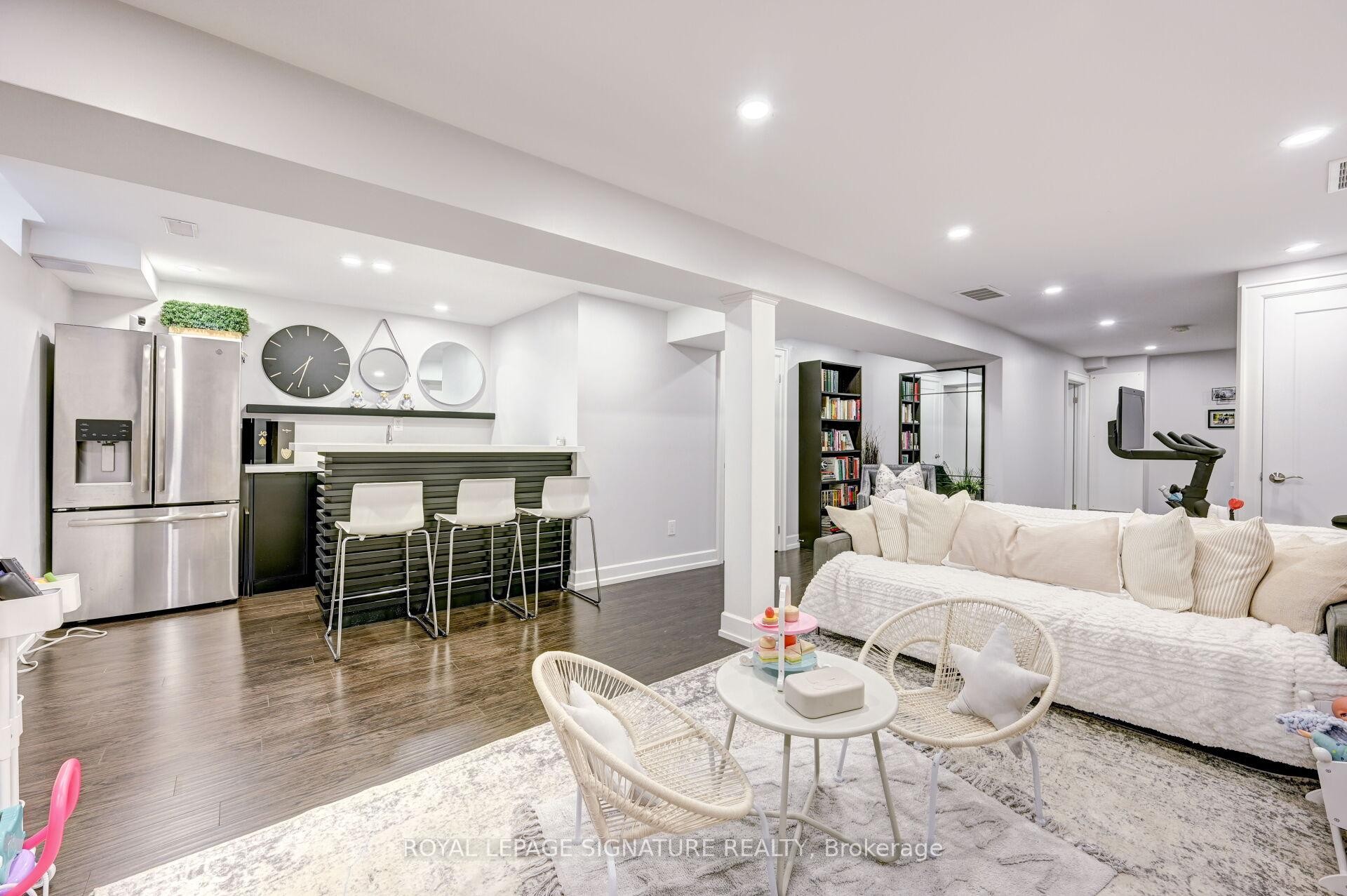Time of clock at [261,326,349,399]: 7:32
